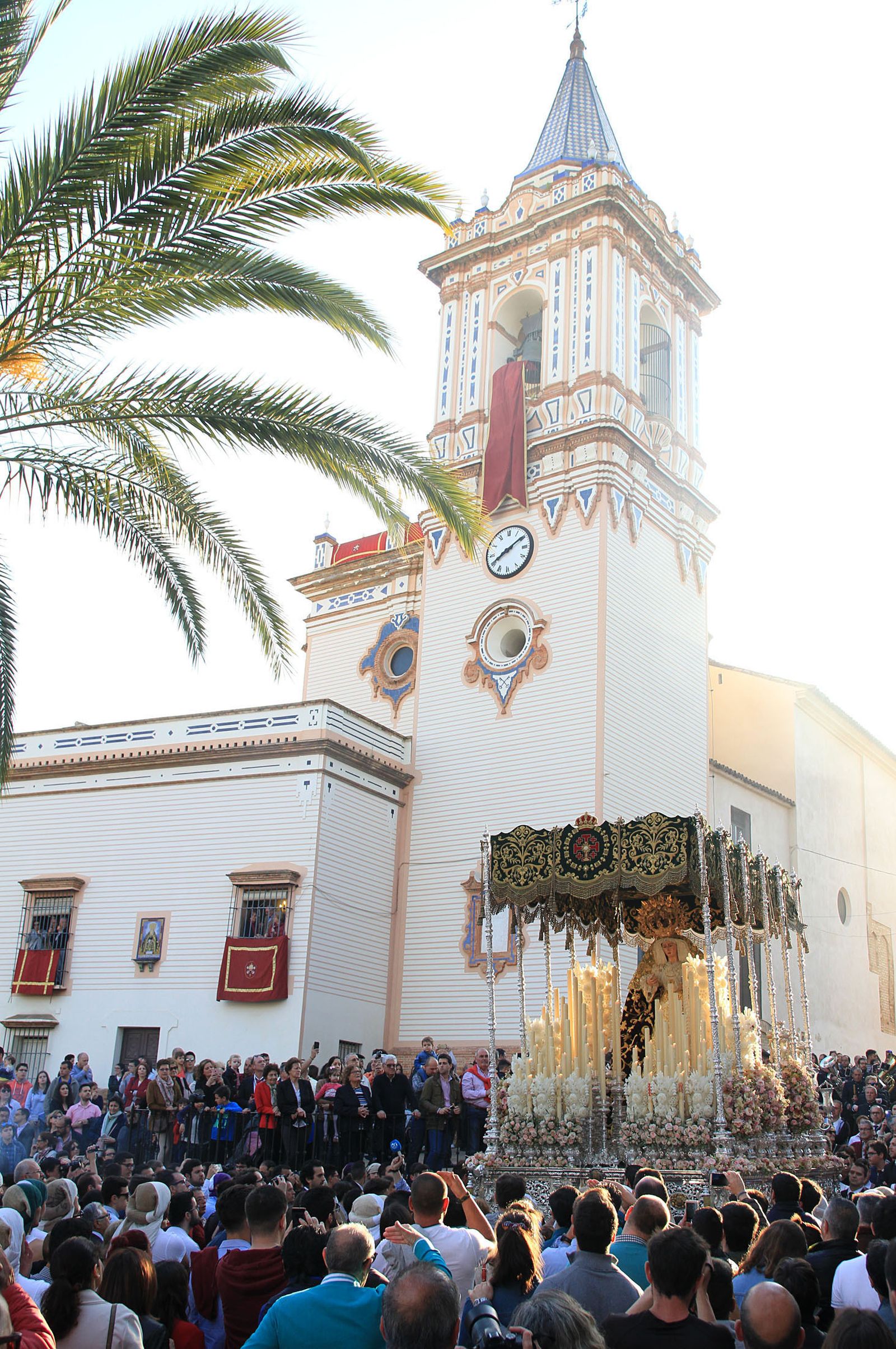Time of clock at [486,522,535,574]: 8:09
